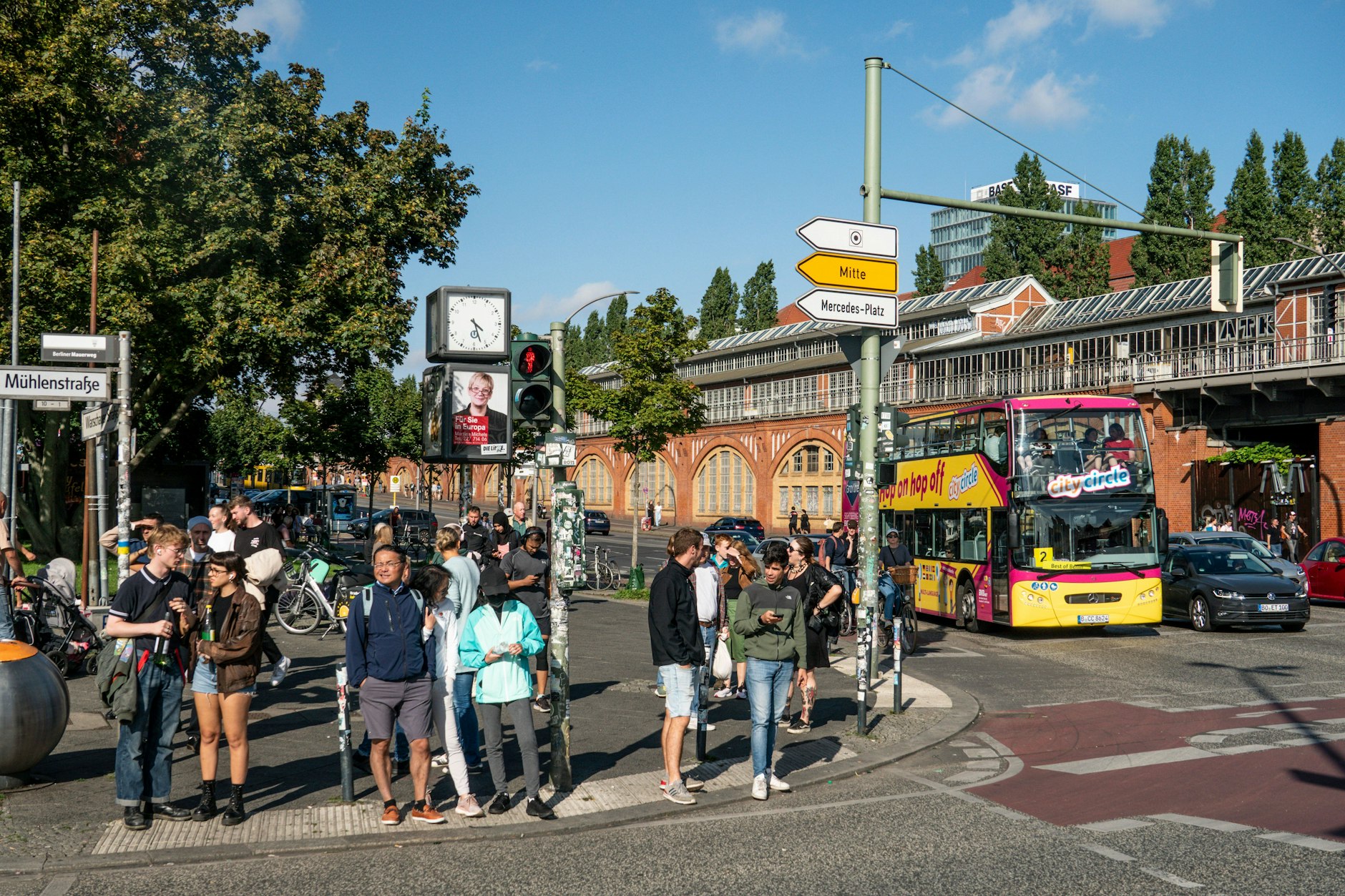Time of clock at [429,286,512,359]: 4:26
